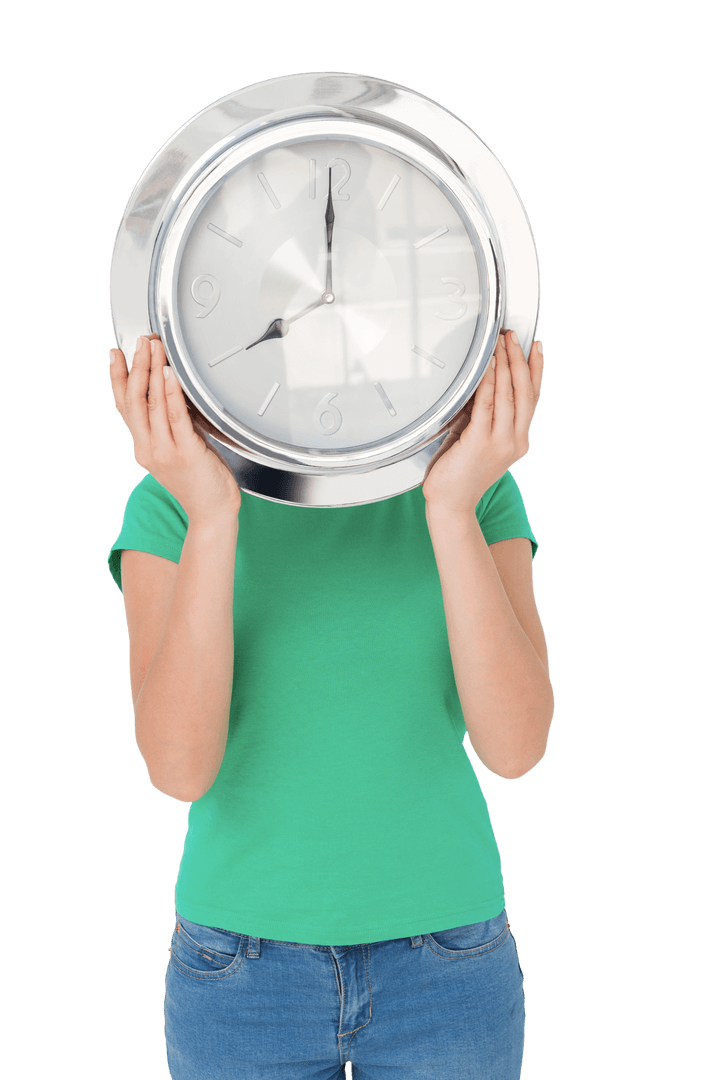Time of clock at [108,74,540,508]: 7:59
